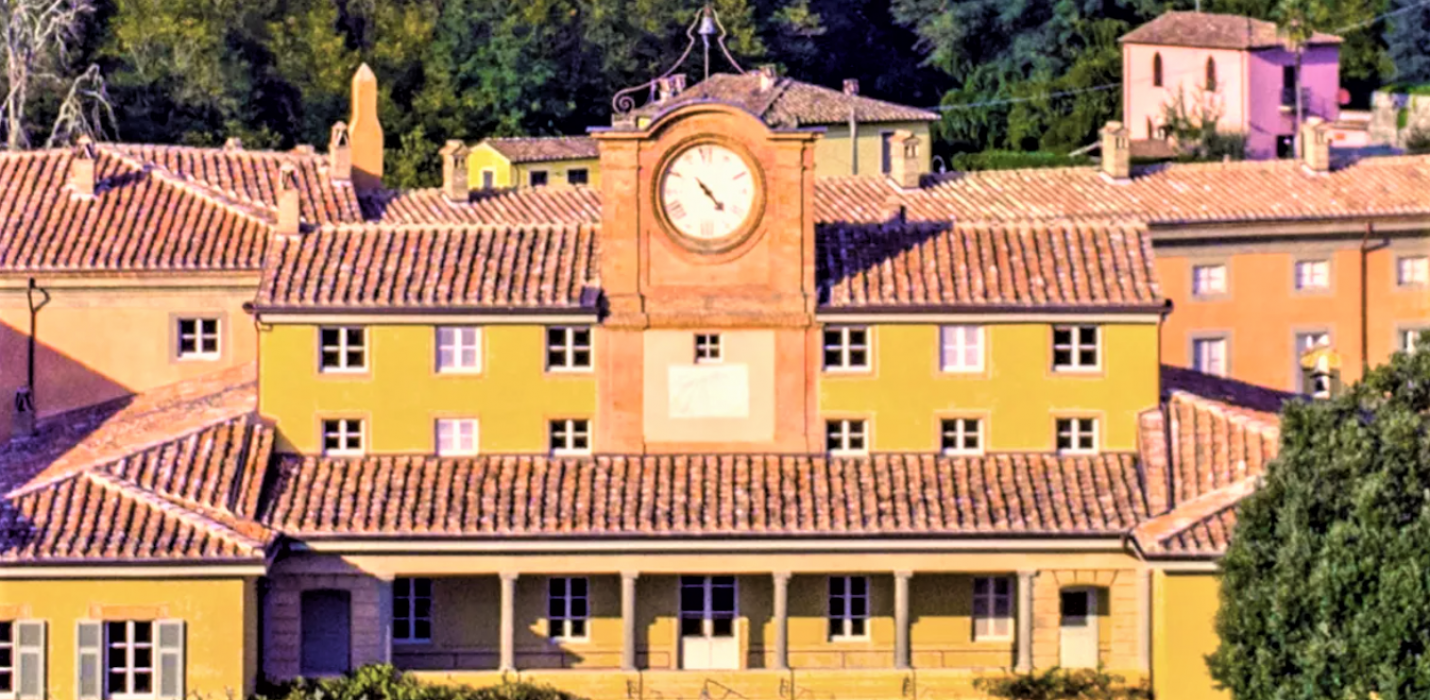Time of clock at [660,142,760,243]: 4:22
